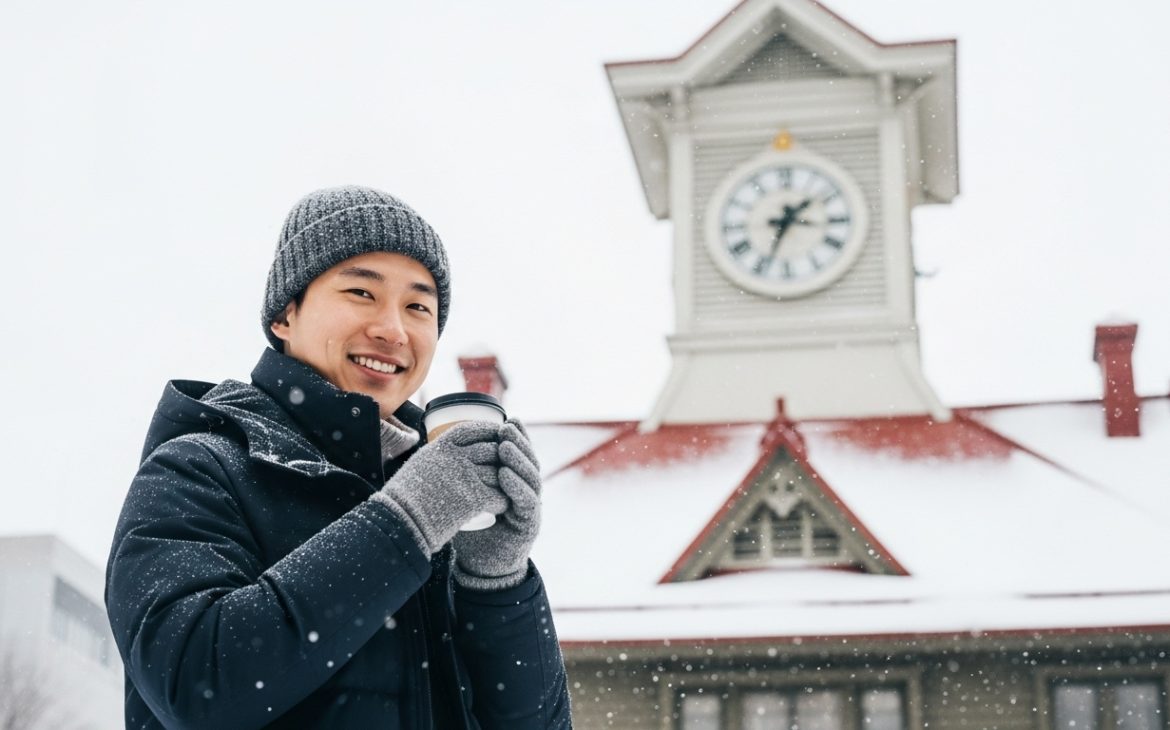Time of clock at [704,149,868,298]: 1:34
